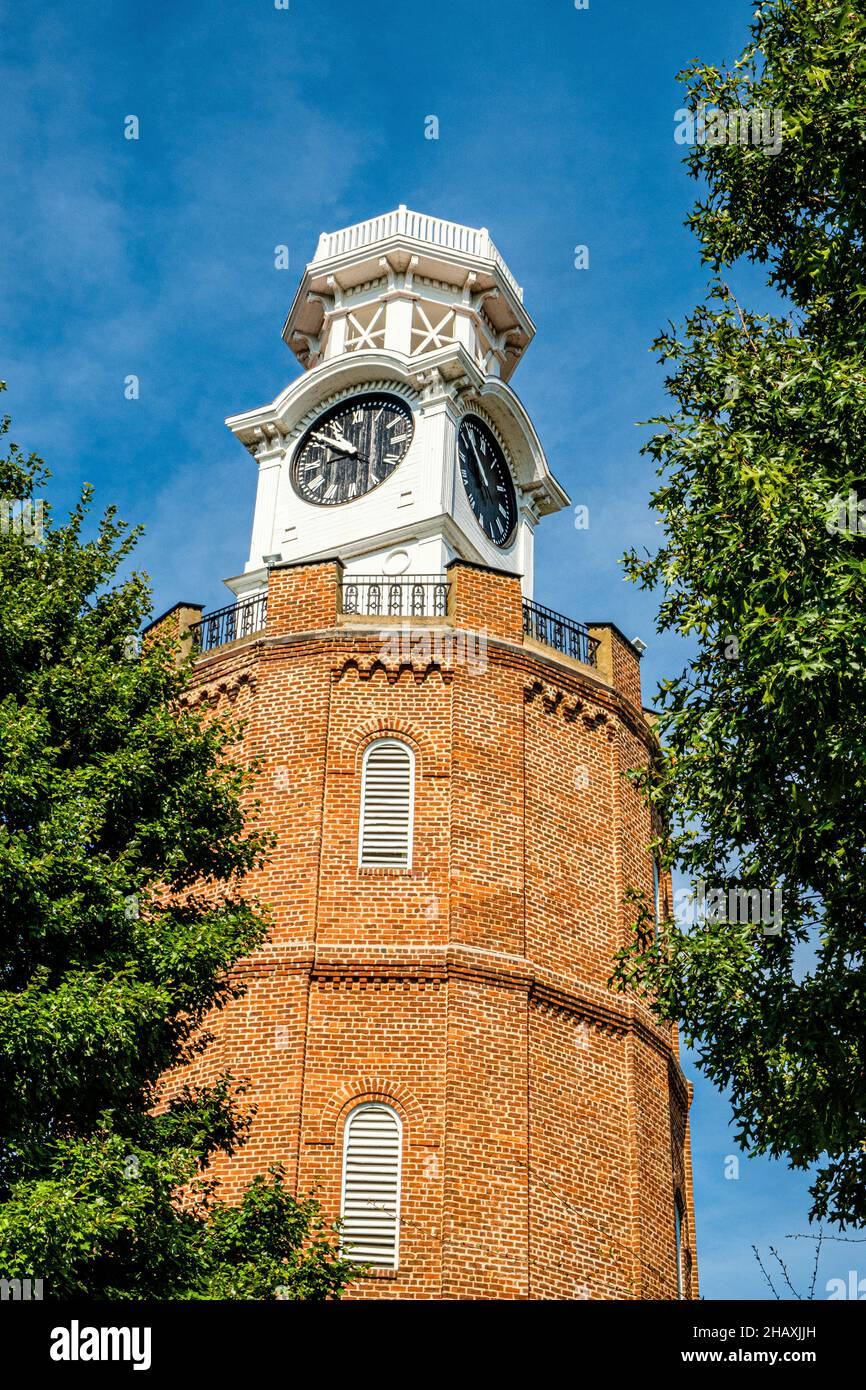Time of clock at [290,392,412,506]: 9:50
